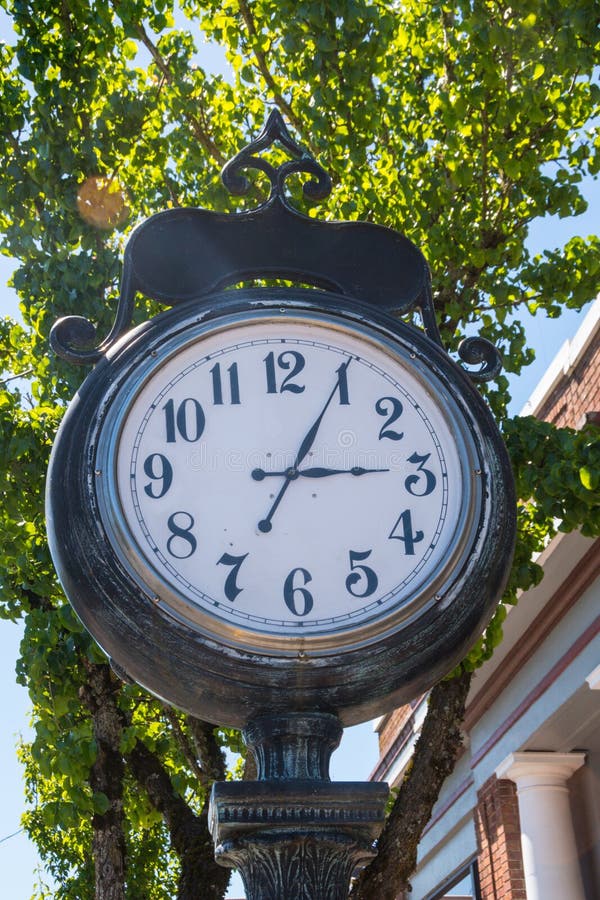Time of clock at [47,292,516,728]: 3:04
